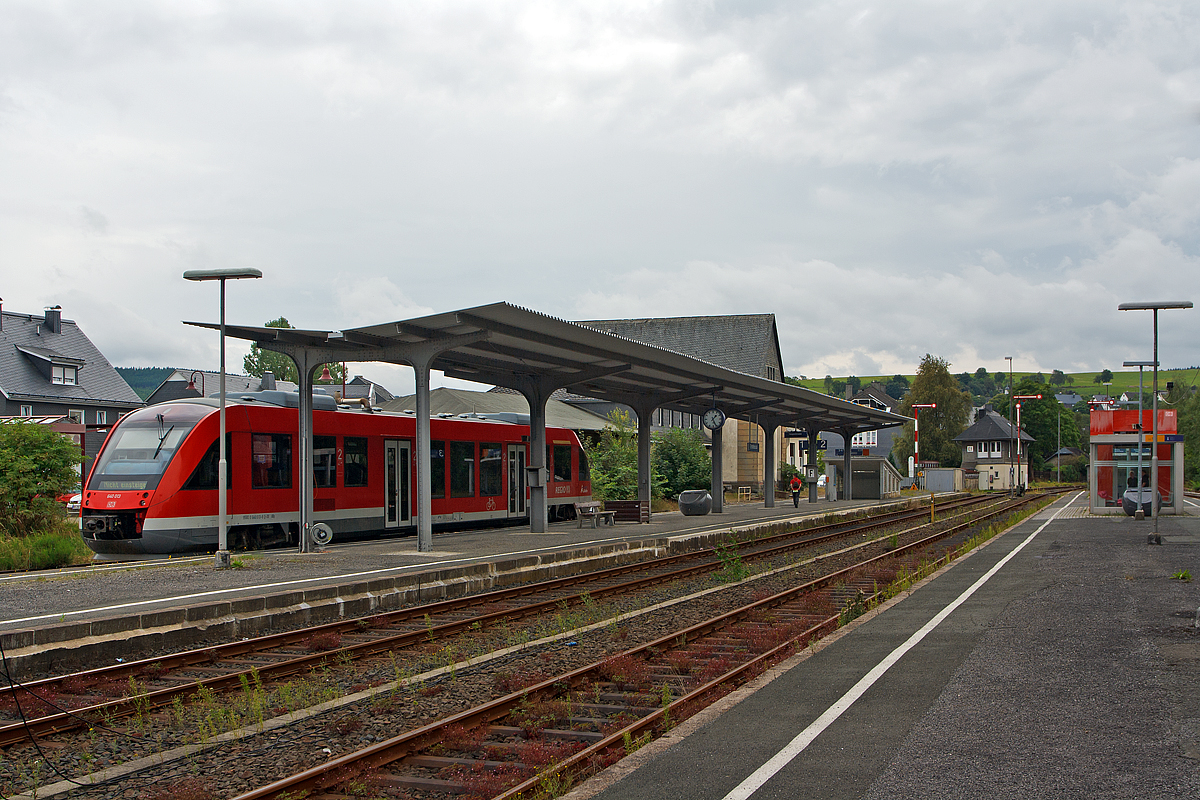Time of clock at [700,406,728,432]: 1:25
